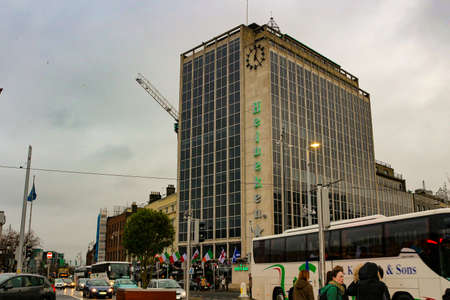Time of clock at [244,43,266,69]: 12:23
